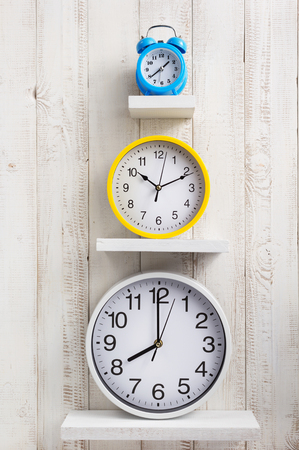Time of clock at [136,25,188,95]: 1:39
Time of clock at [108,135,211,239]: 10:10
